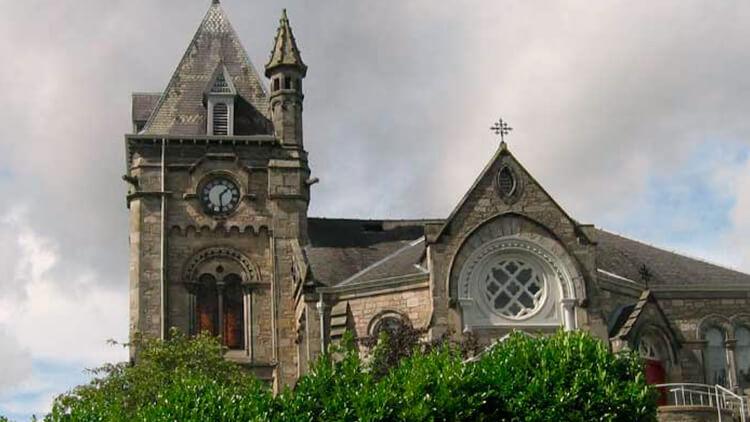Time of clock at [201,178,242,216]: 1:28
